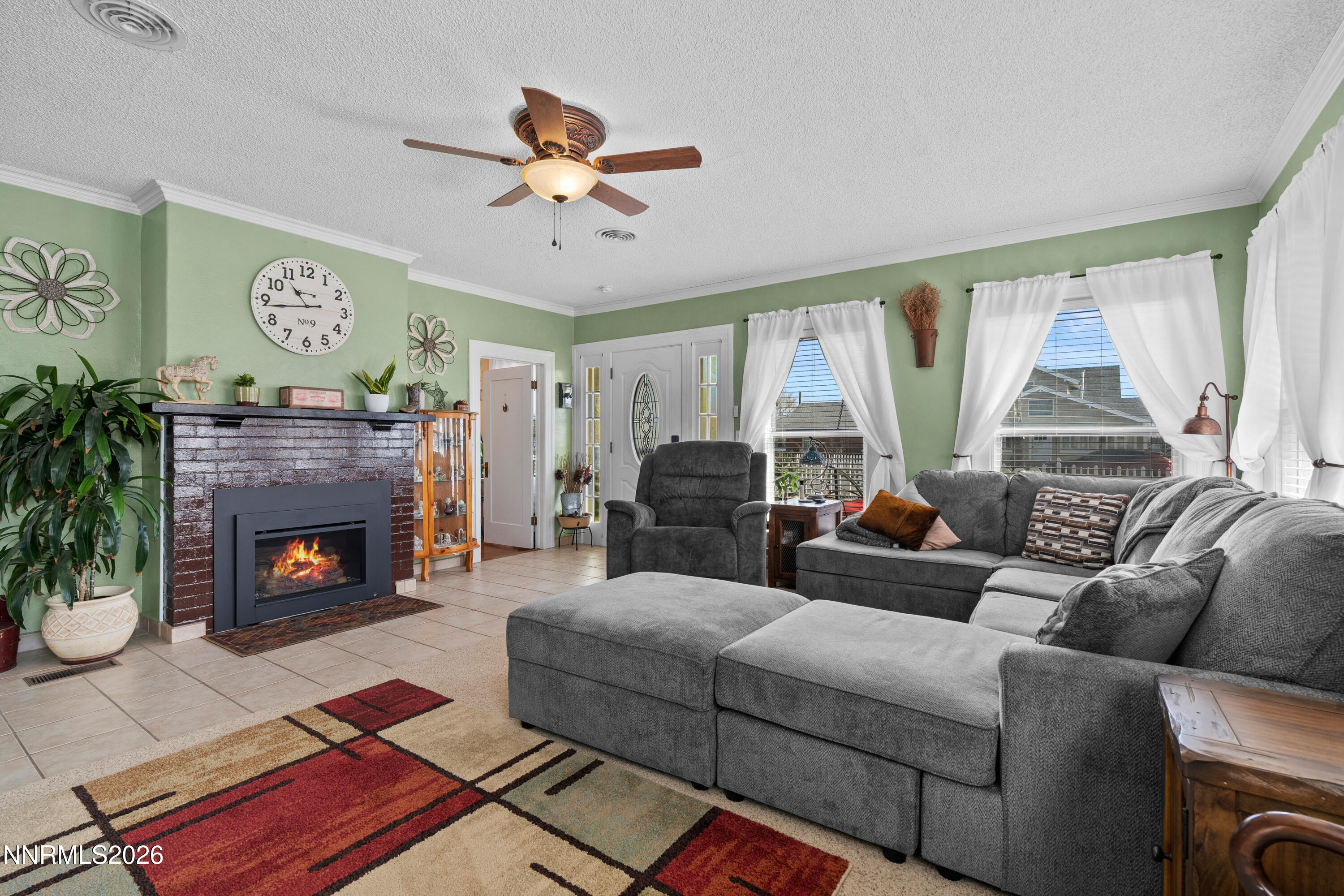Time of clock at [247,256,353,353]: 10:43
